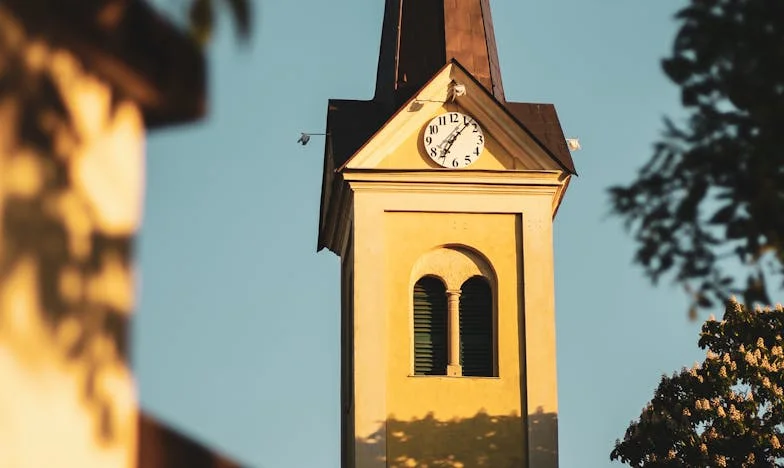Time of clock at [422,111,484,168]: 7:07
